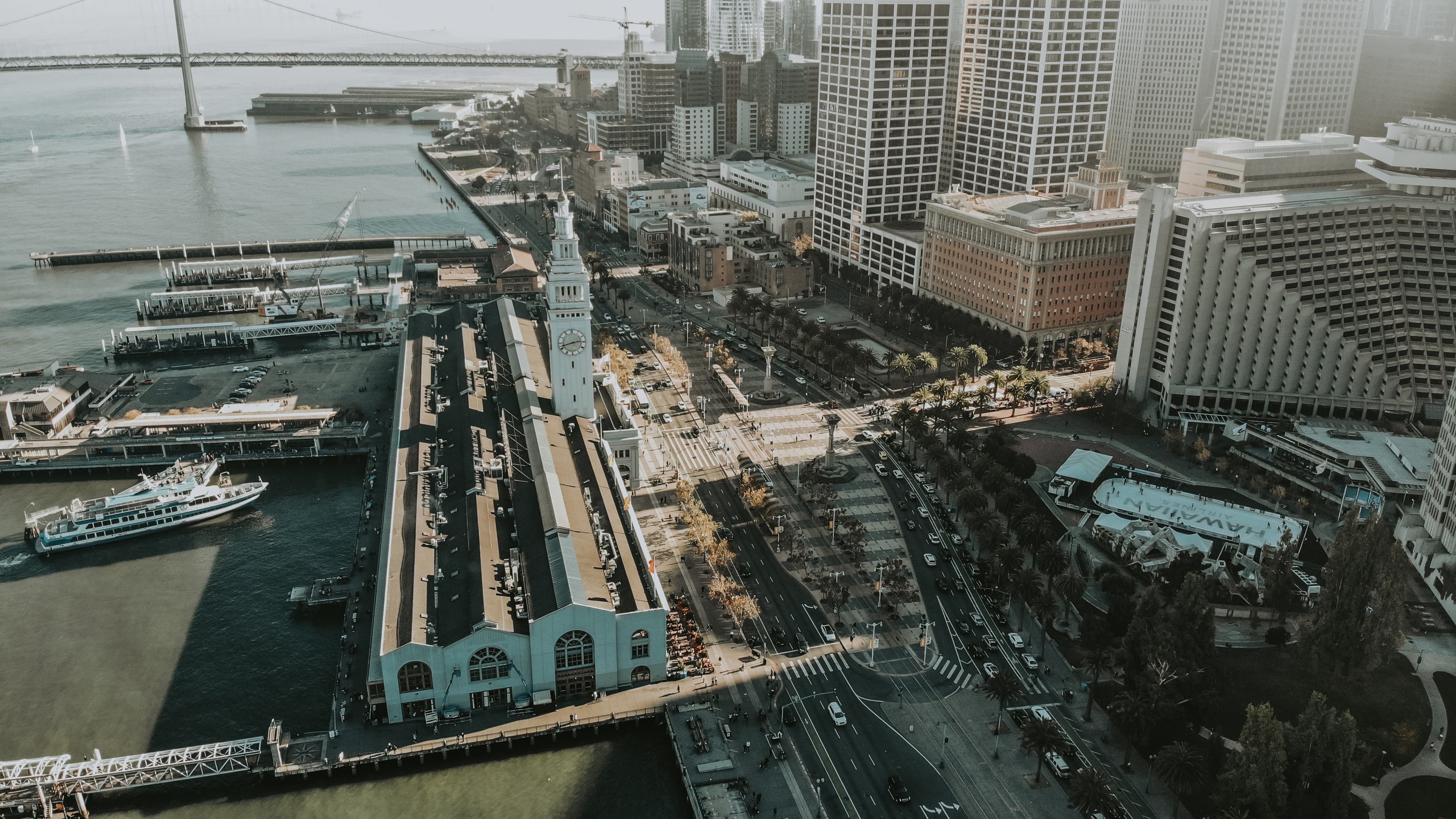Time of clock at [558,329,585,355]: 2:42
